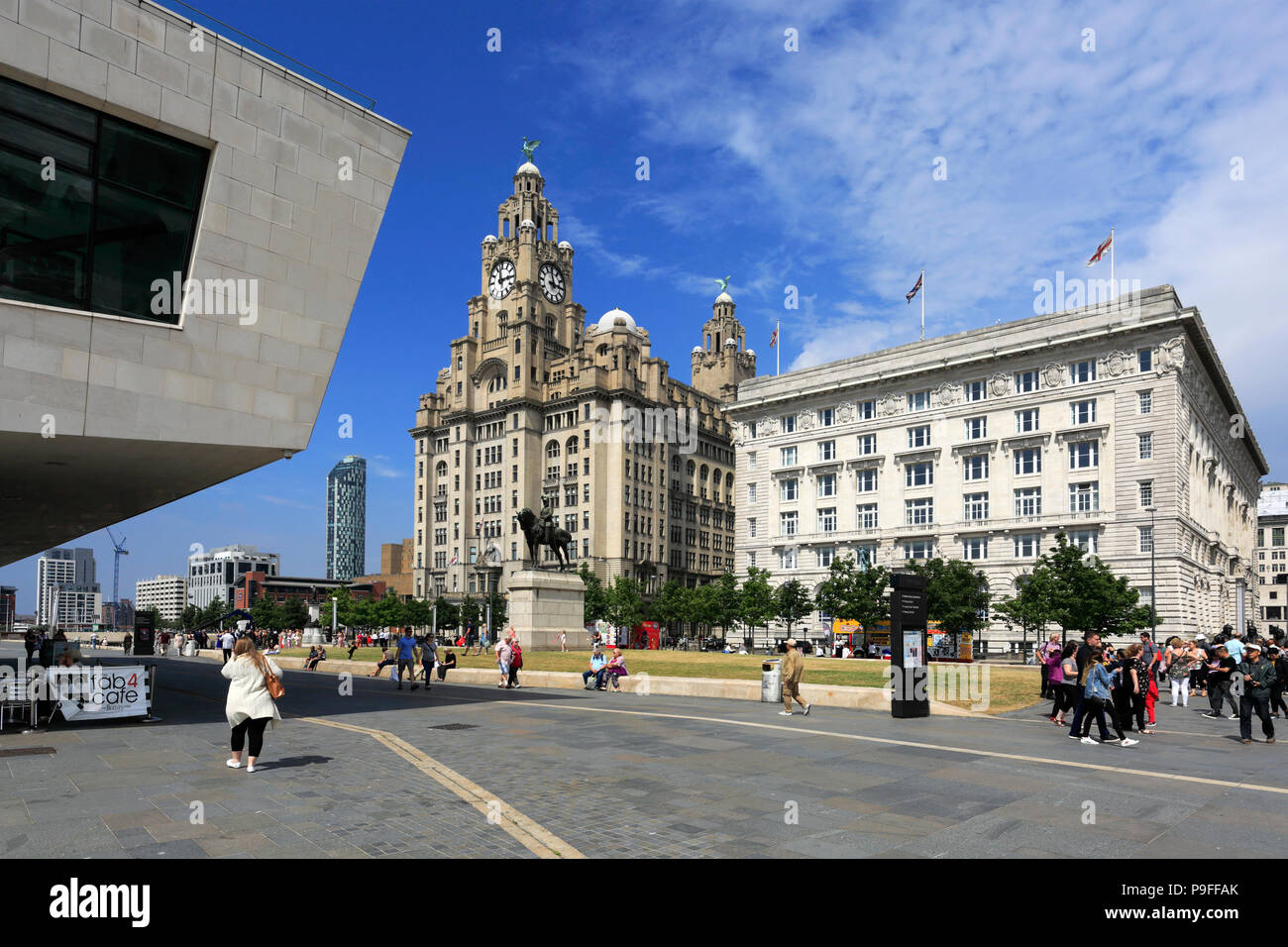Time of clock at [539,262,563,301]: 2:58
